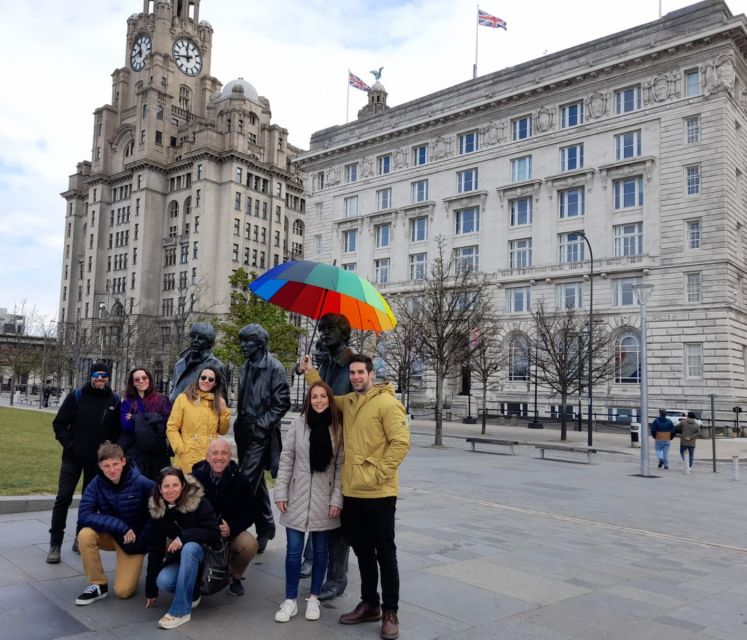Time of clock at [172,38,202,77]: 11:42
